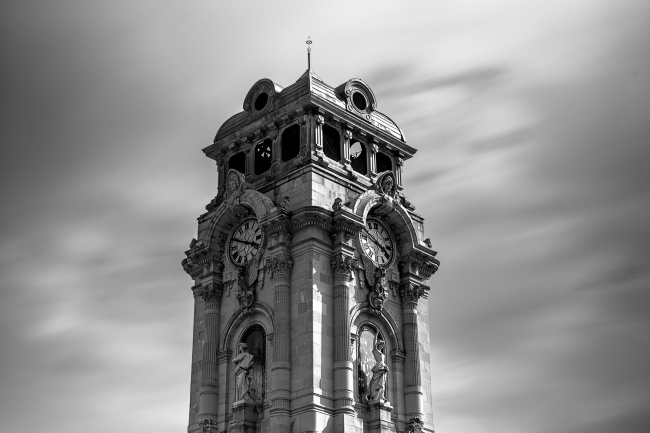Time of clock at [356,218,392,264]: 3:48
